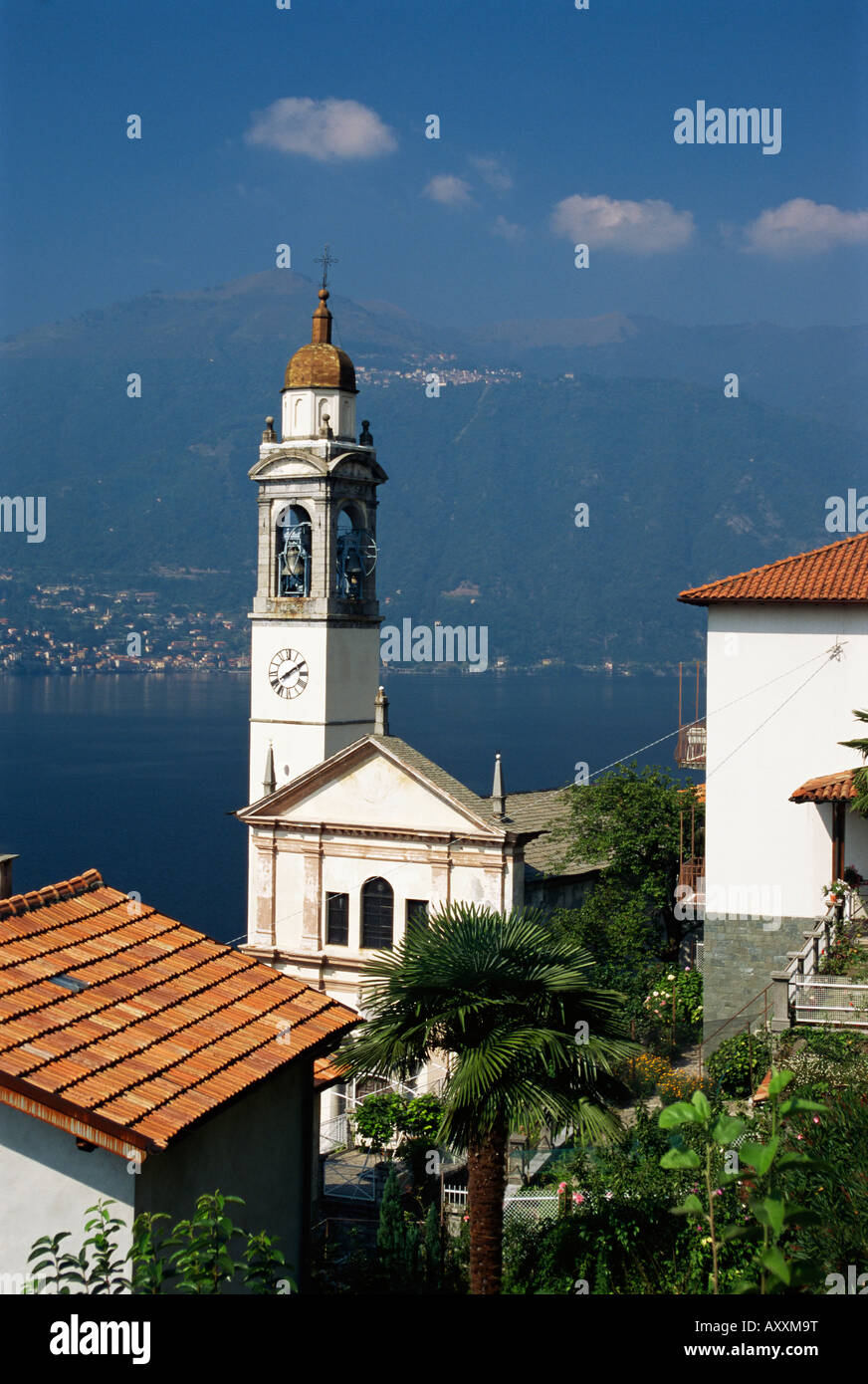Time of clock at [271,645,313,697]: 8:09
